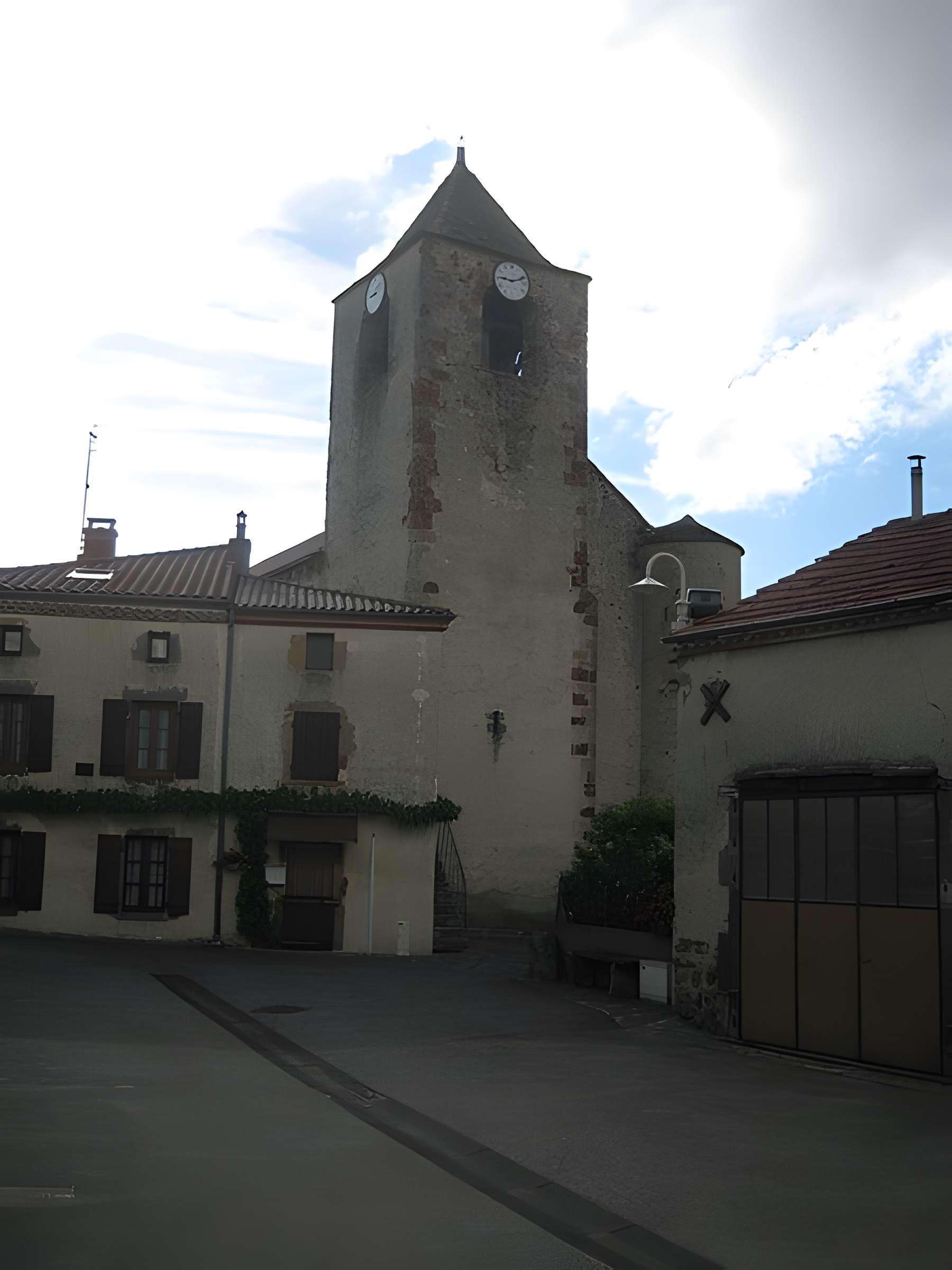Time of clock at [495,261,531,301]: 9:11
